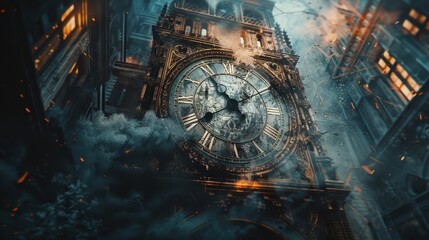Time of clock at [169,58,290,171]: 7:54
